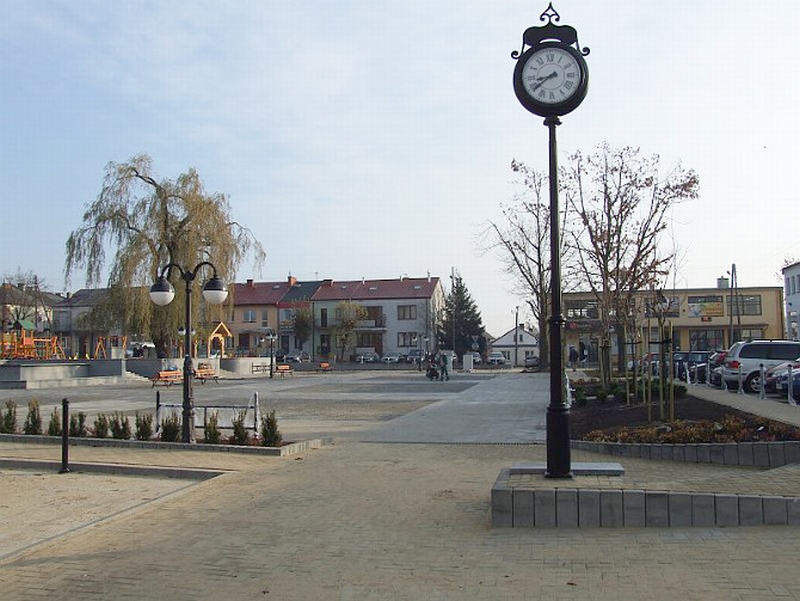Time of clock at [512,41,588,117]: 8:38
